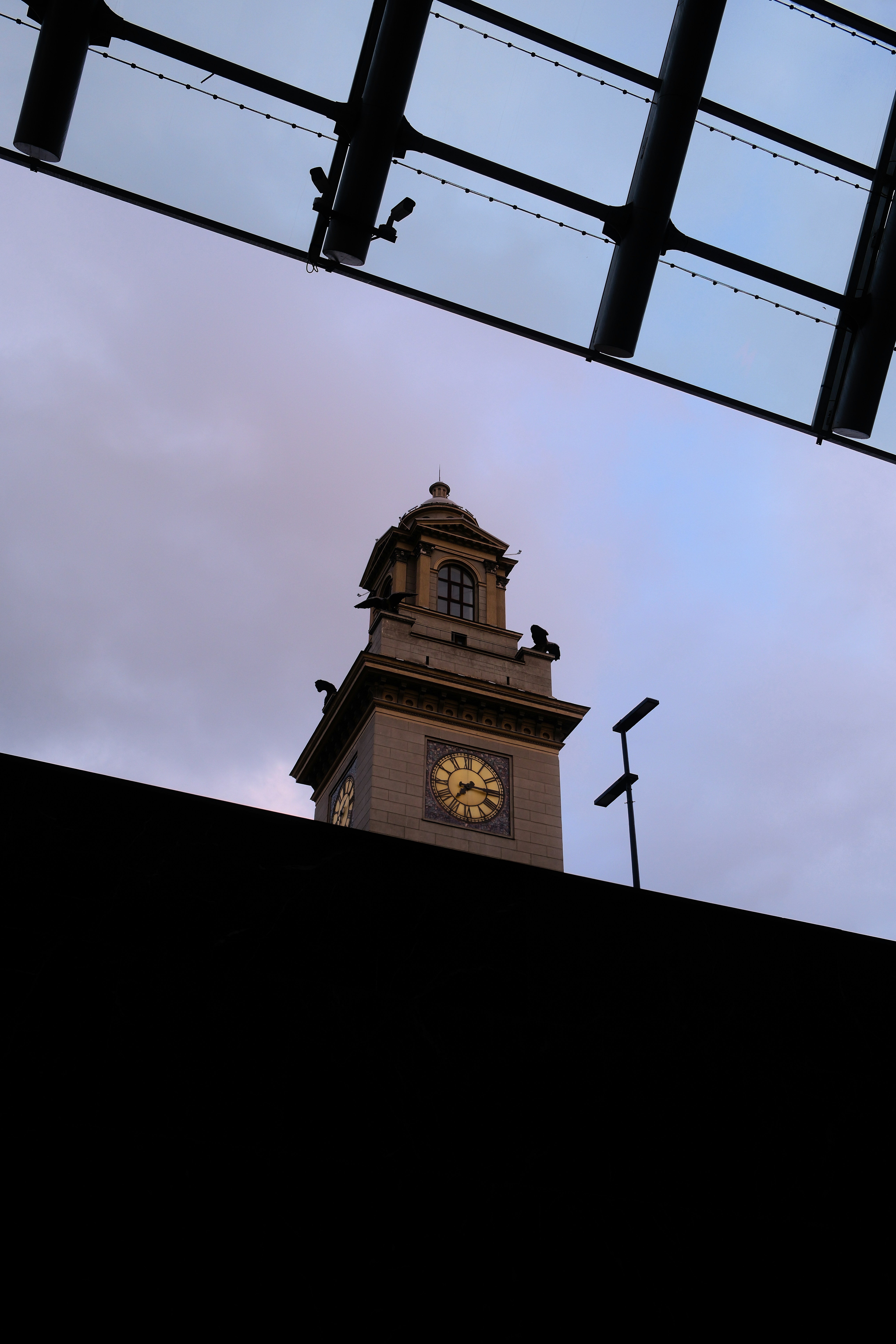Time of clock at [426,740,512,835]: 7:15
